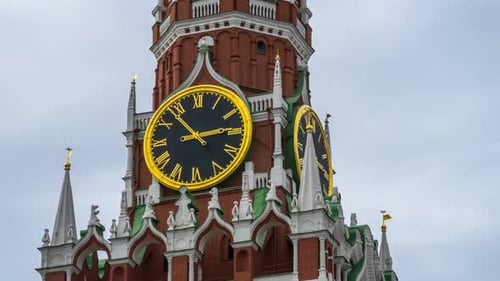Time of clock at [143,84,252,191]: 2:53
